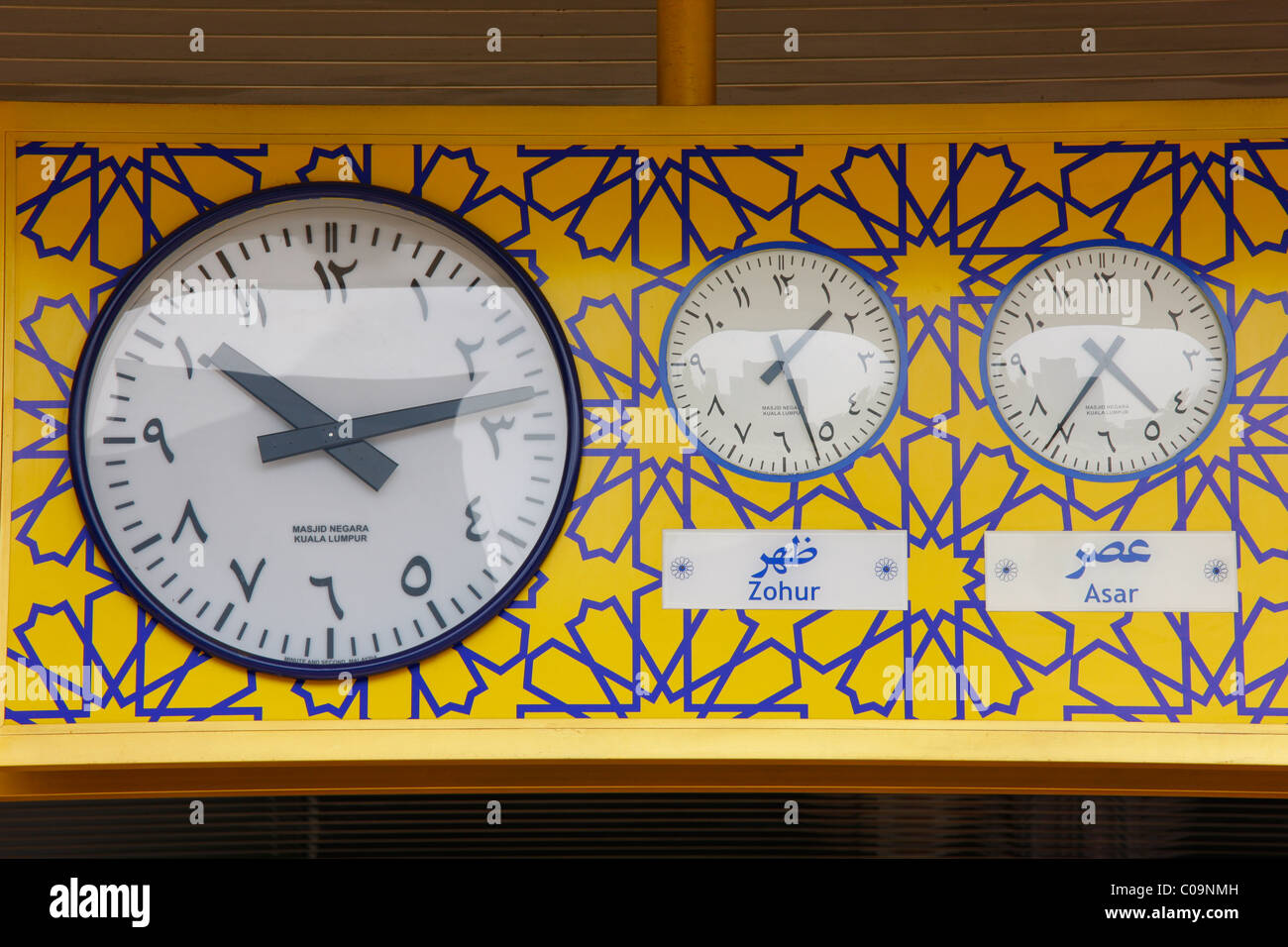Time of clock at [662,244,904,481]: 1:26
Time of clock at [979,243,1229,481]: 4:36
